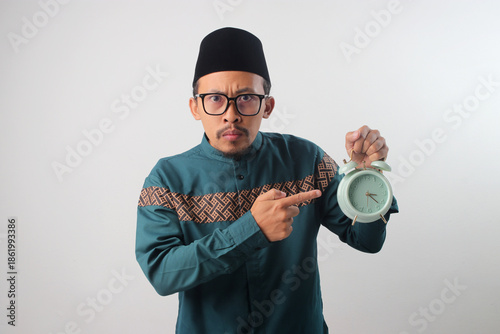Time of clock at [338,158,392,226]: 3:22
